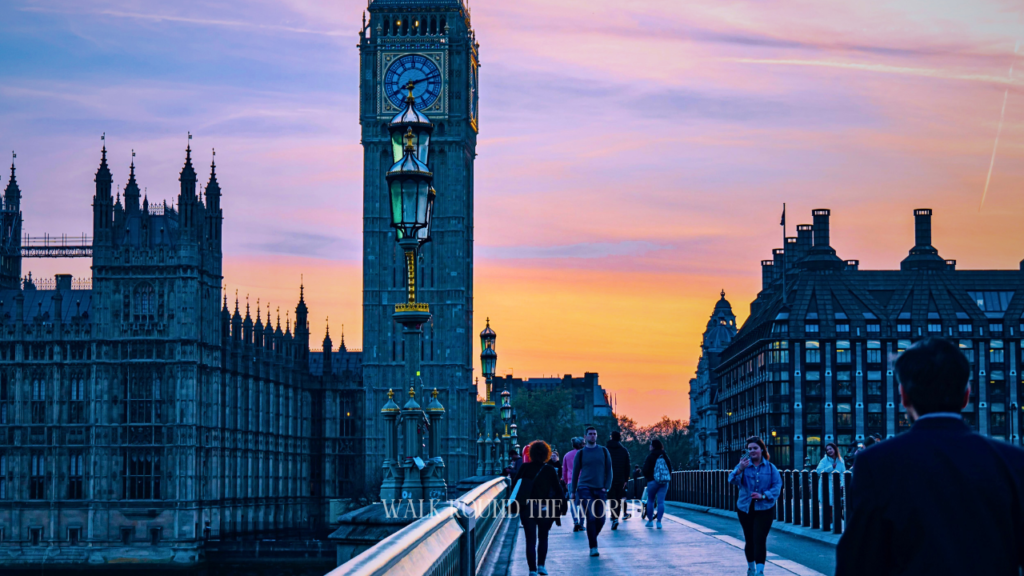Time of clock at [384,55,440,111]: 8:12
